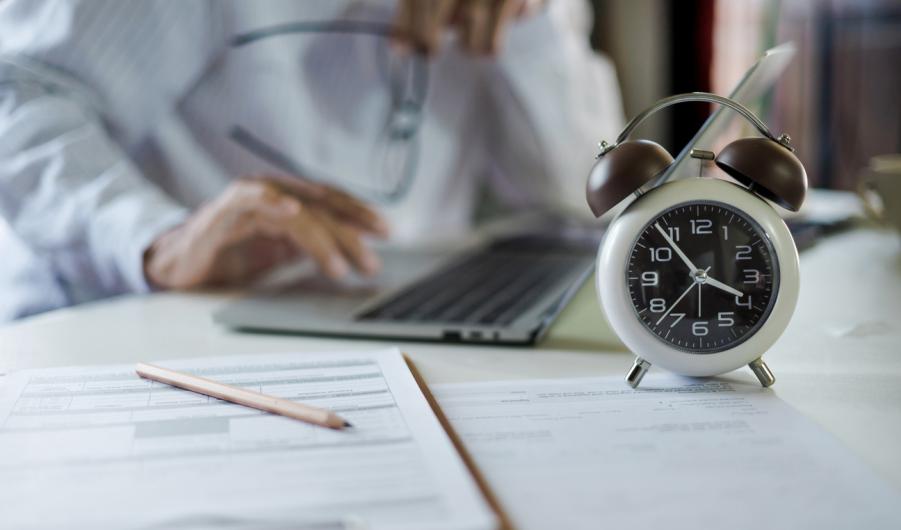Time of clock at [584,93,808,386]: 3:53
